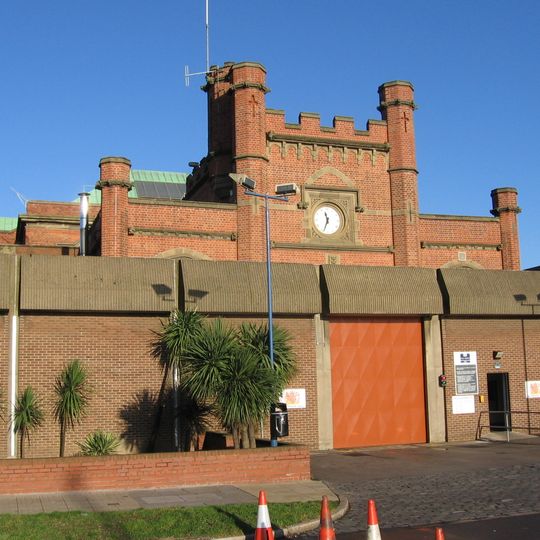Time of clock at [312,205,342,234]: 11:33
